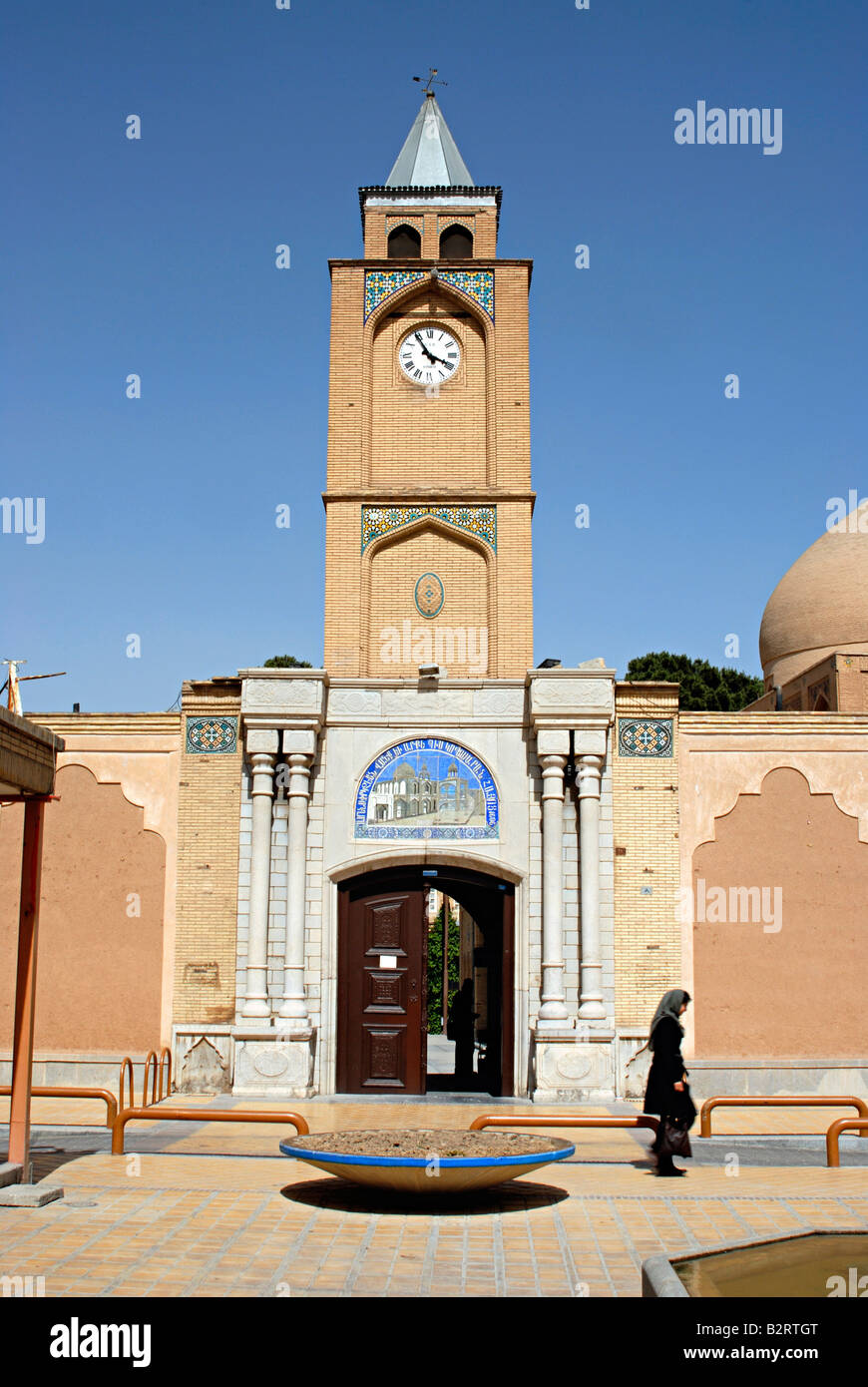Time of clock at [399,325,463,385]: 3:54
